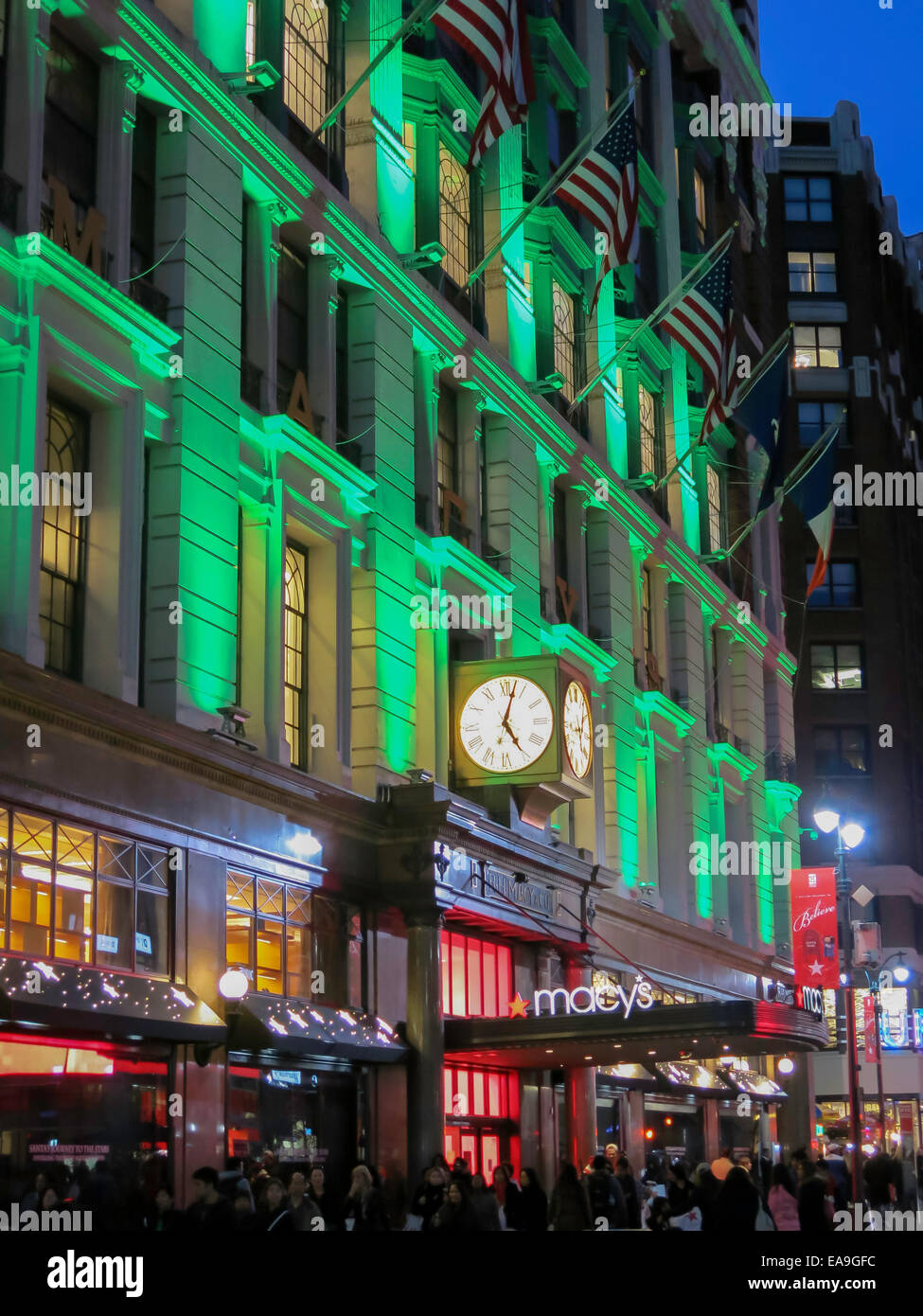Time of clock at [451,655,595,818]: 5:02
